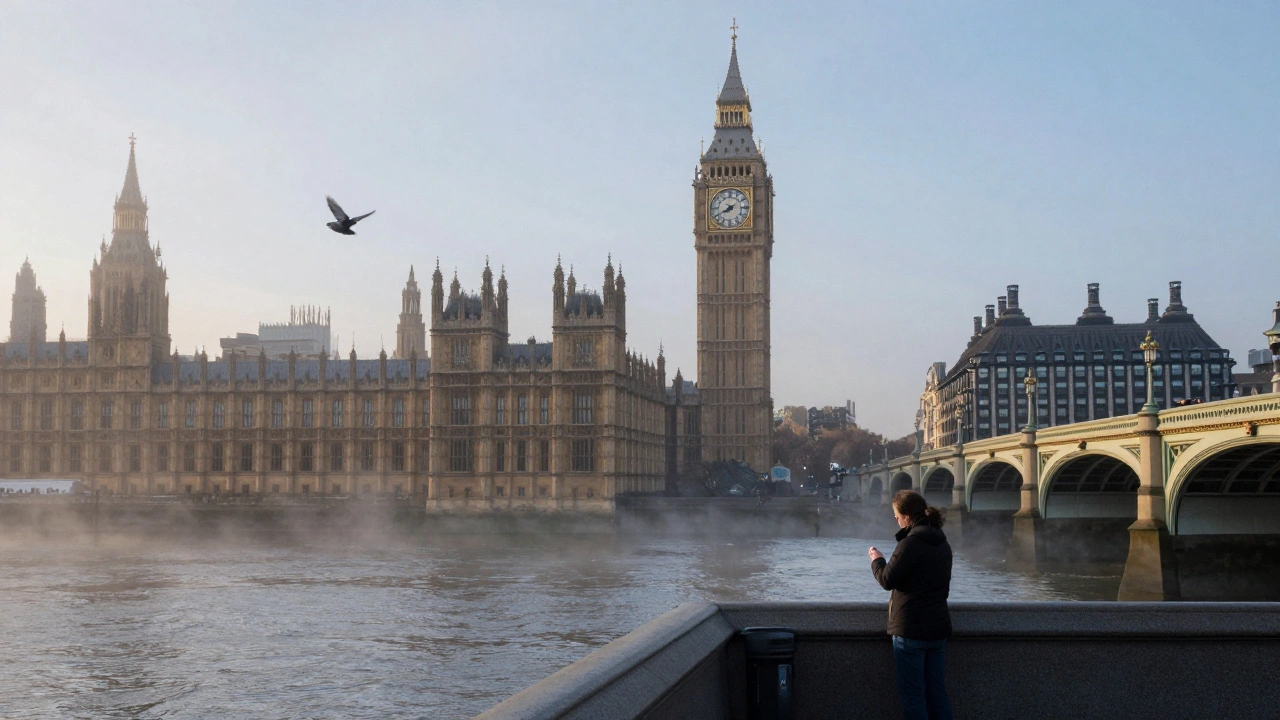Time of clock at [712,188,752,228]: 7:40
